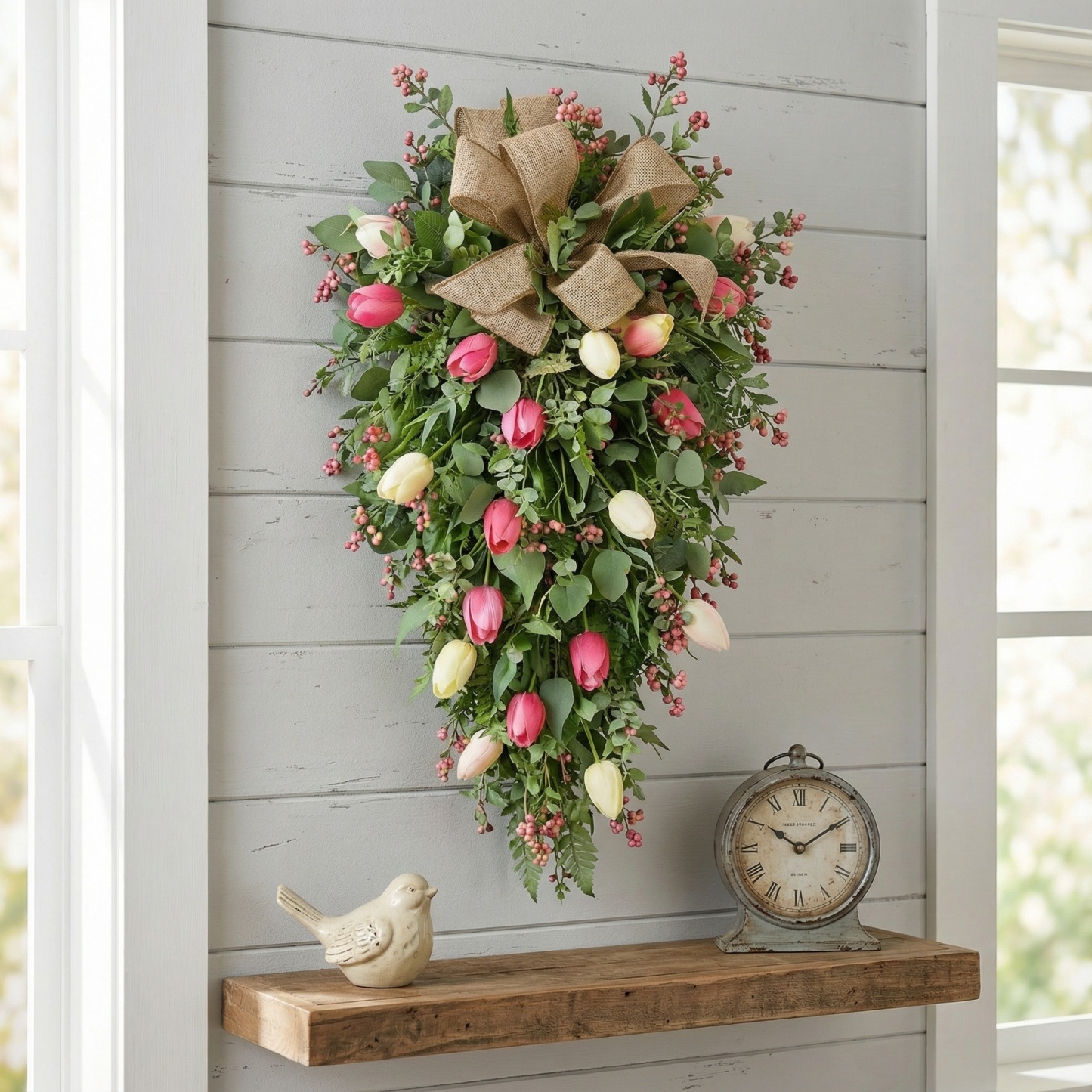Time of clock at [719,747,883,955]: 10:09
